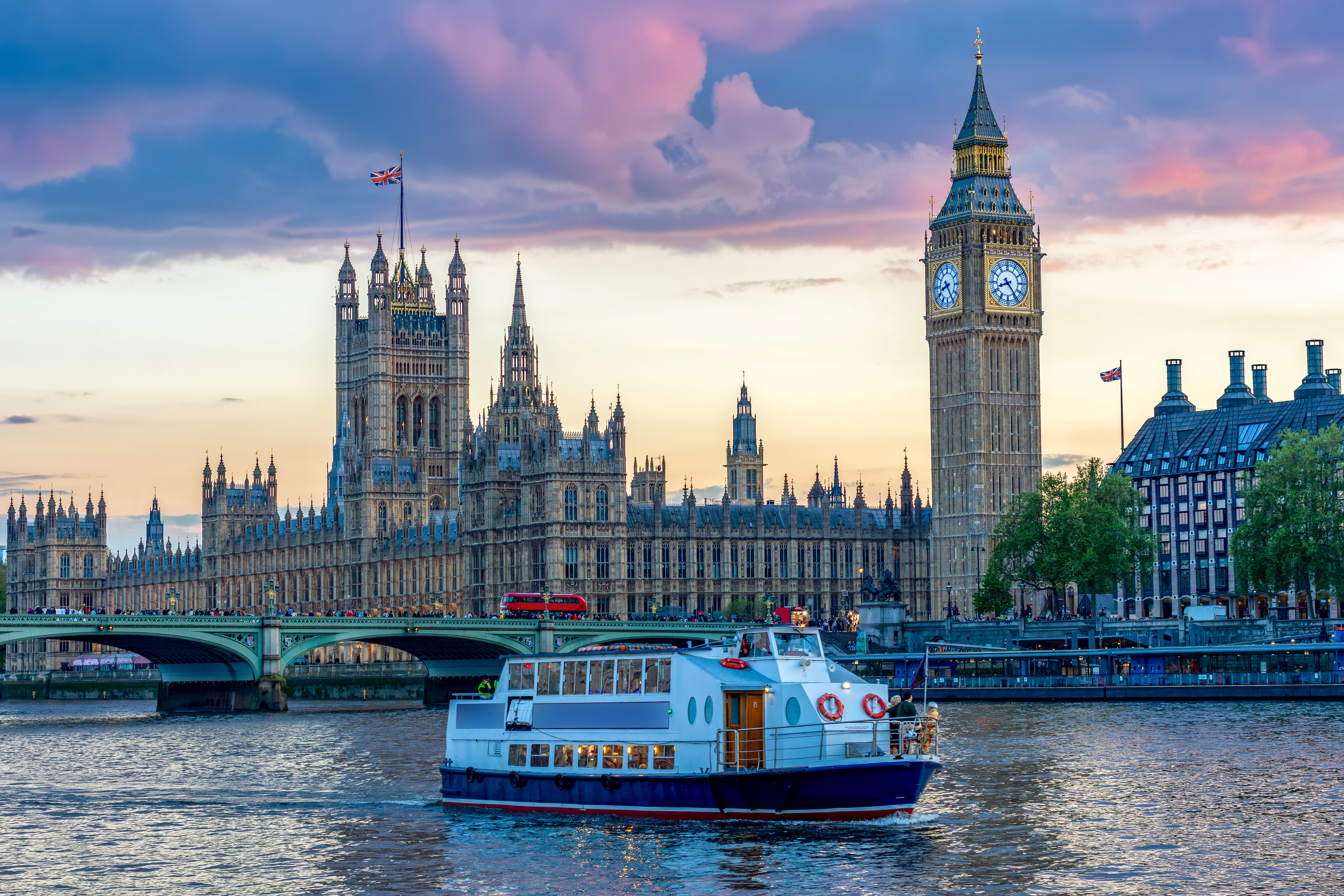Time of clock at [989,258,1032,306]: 8:23
